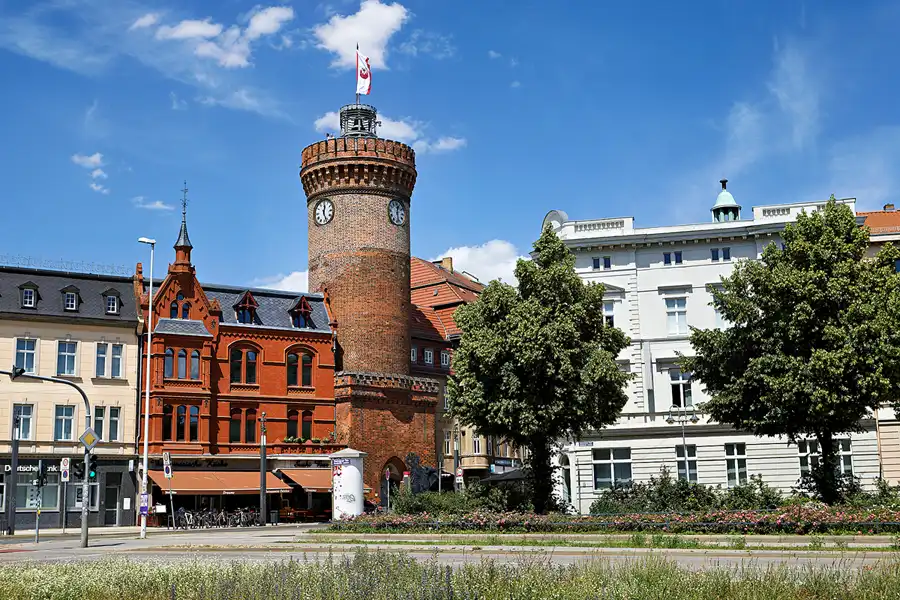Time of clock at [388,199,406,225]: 12:28
